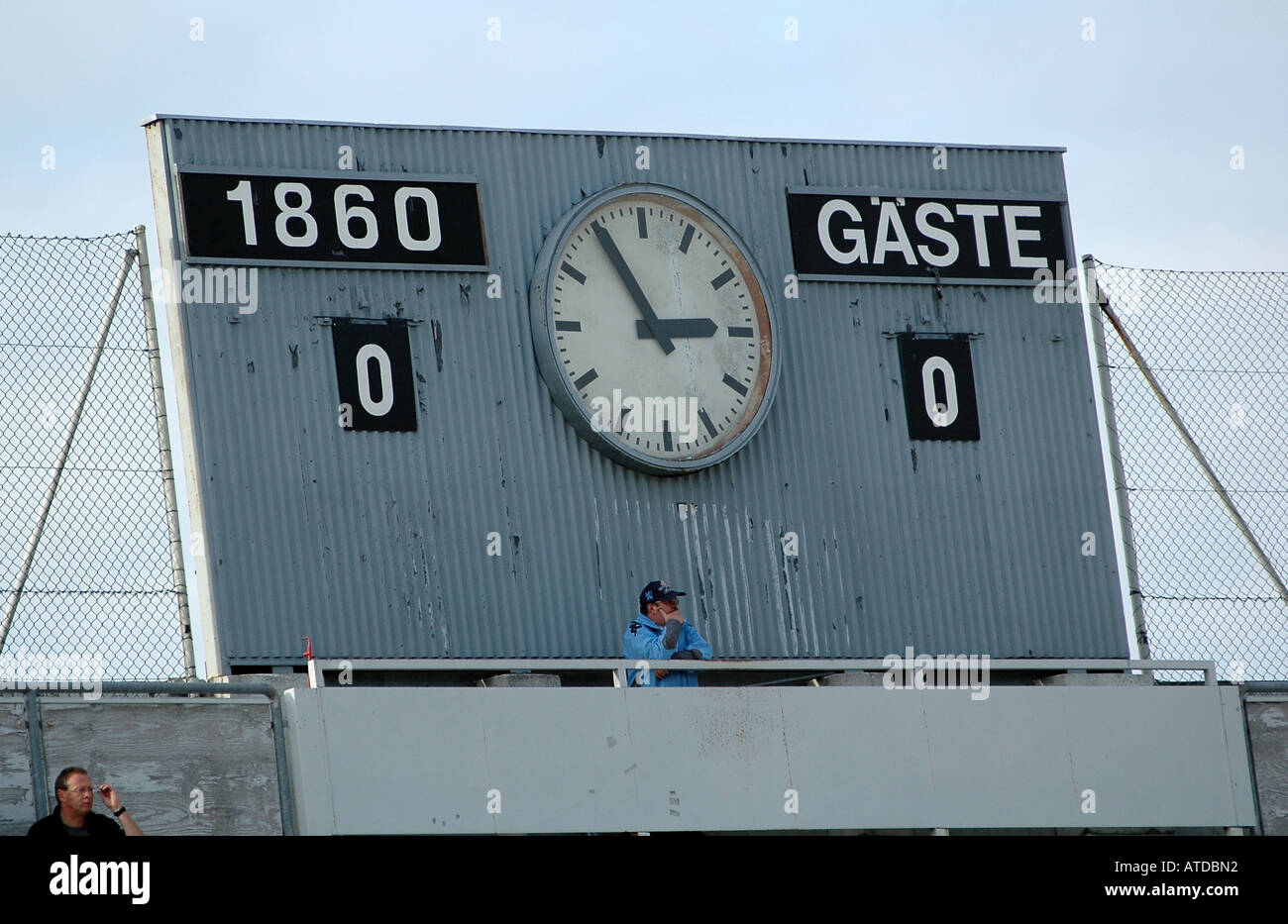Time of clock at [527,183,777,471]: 2:54
